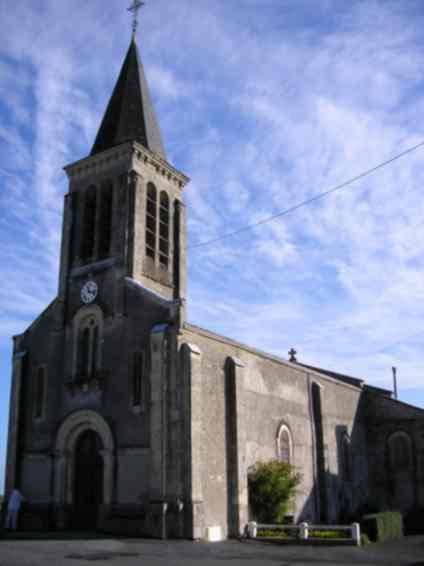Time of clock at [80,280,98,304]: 11:17
